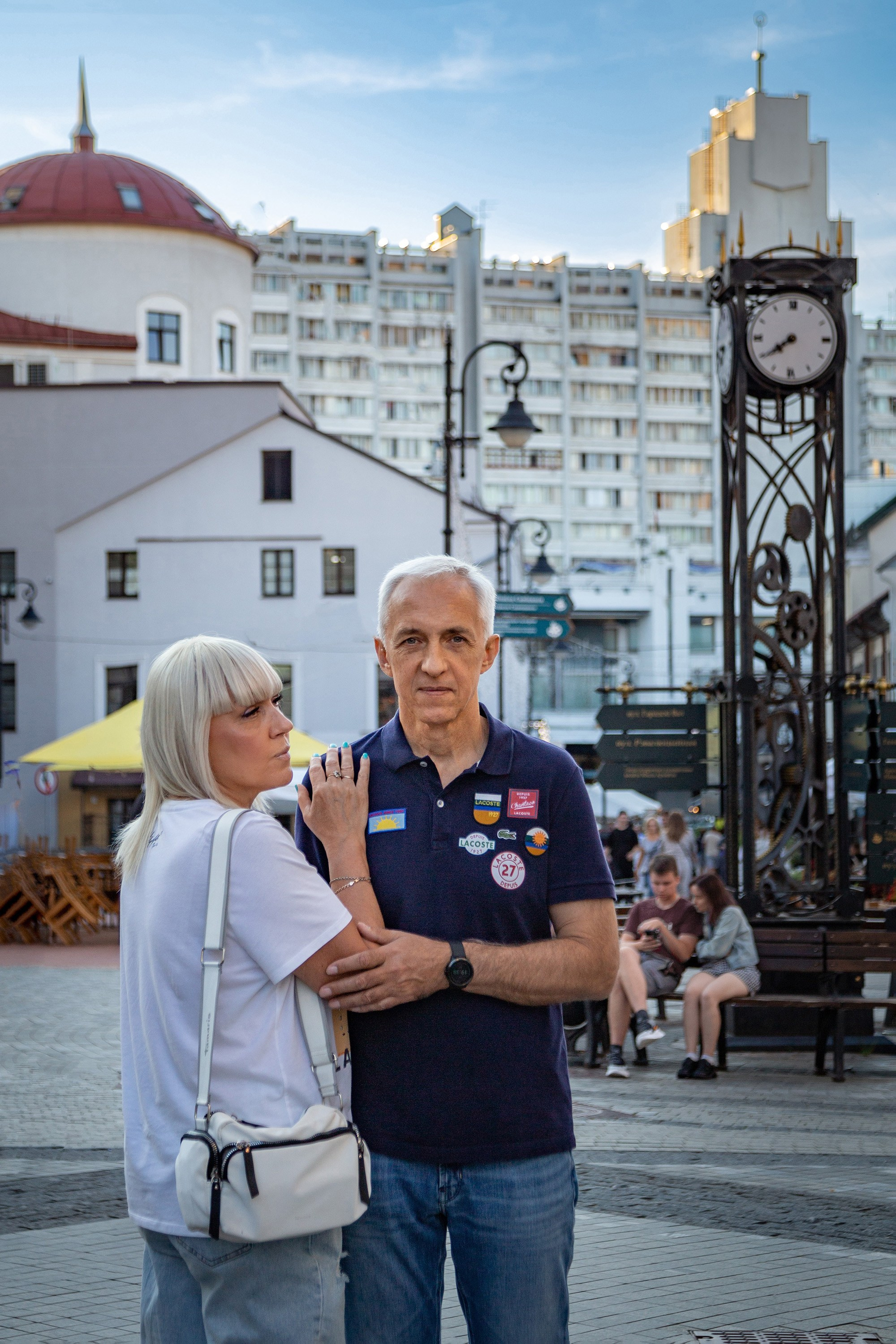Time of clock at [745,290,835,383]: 7:39
